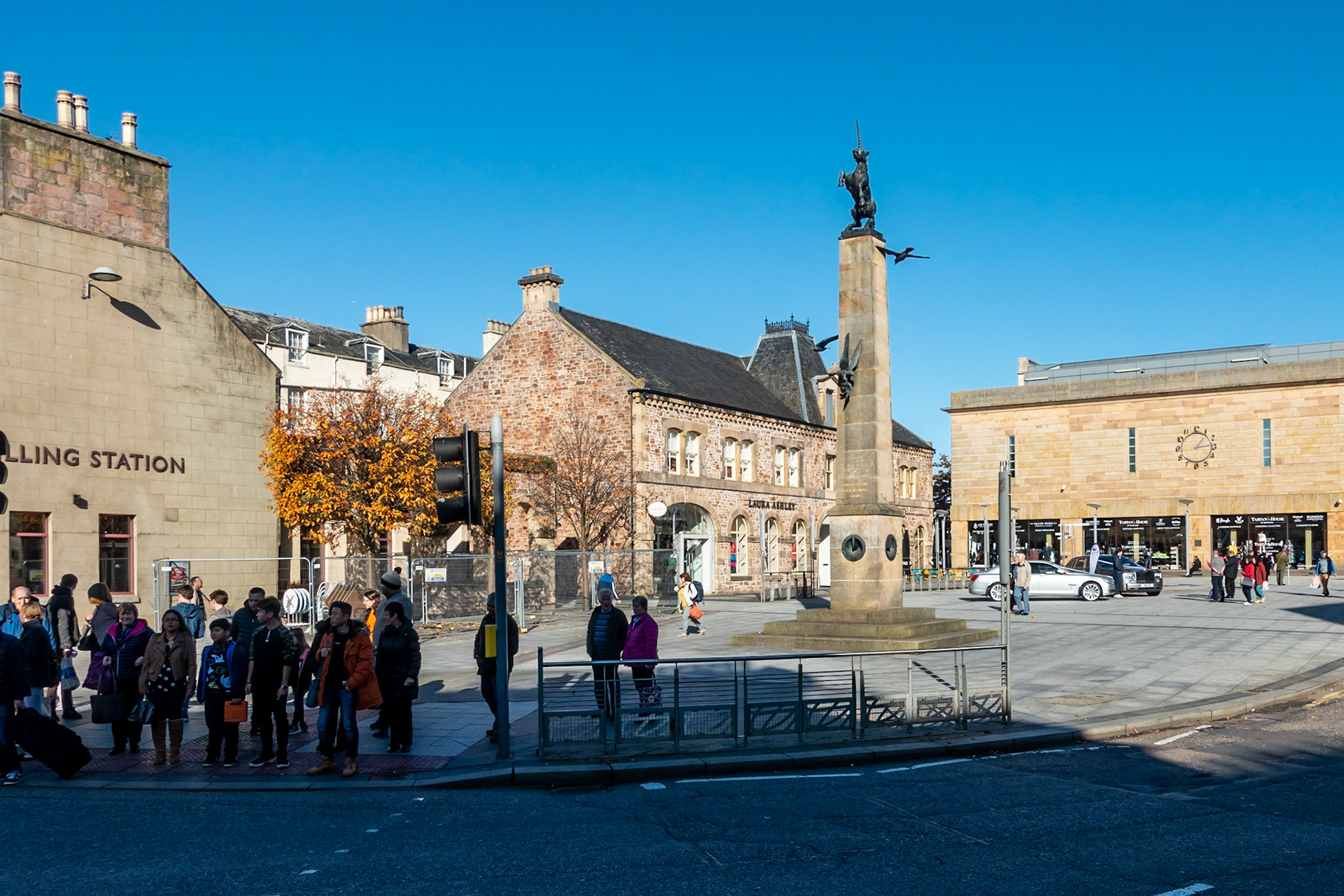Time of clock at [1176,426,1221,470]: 1:13
